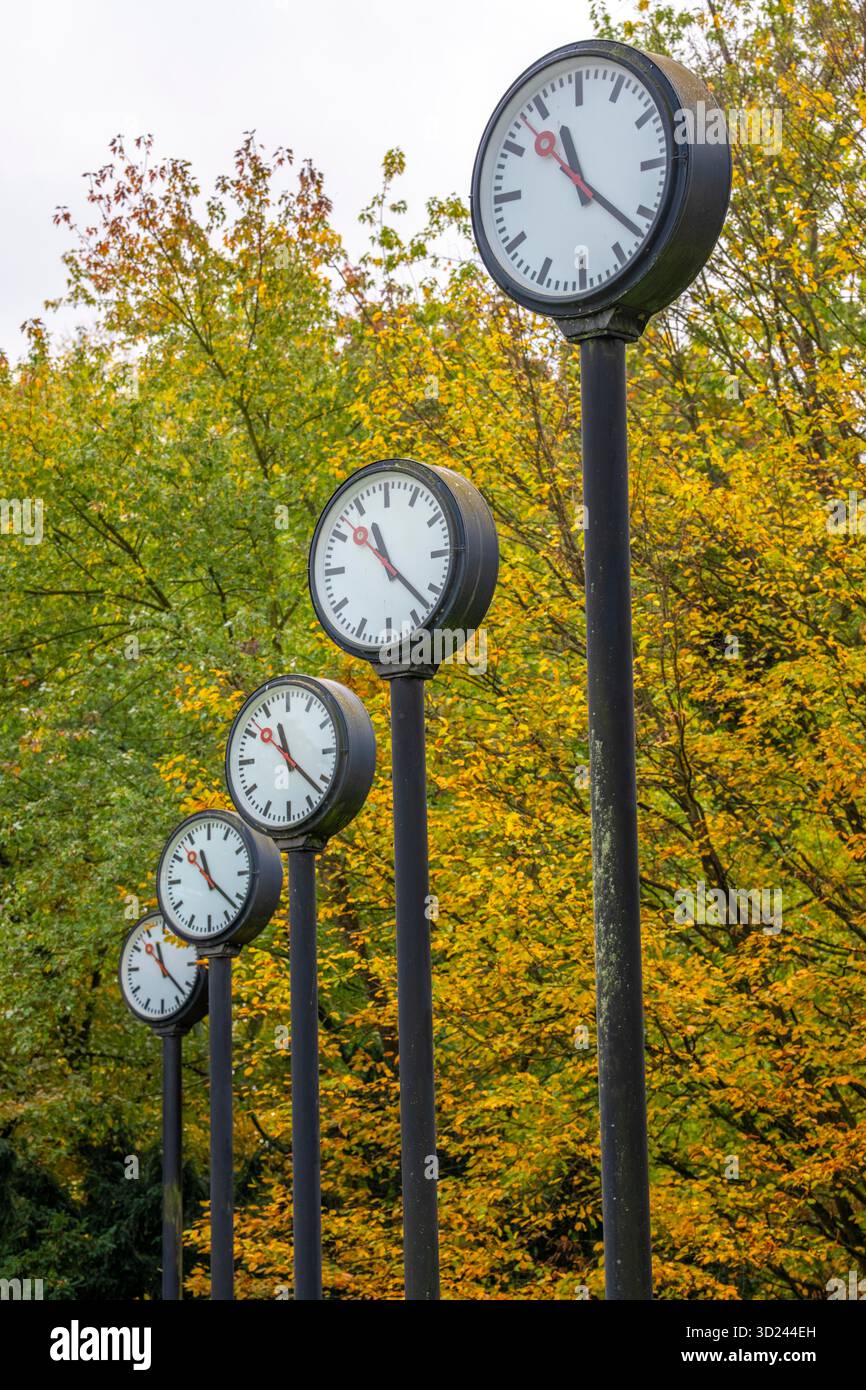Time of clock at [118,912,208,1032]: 11:22
